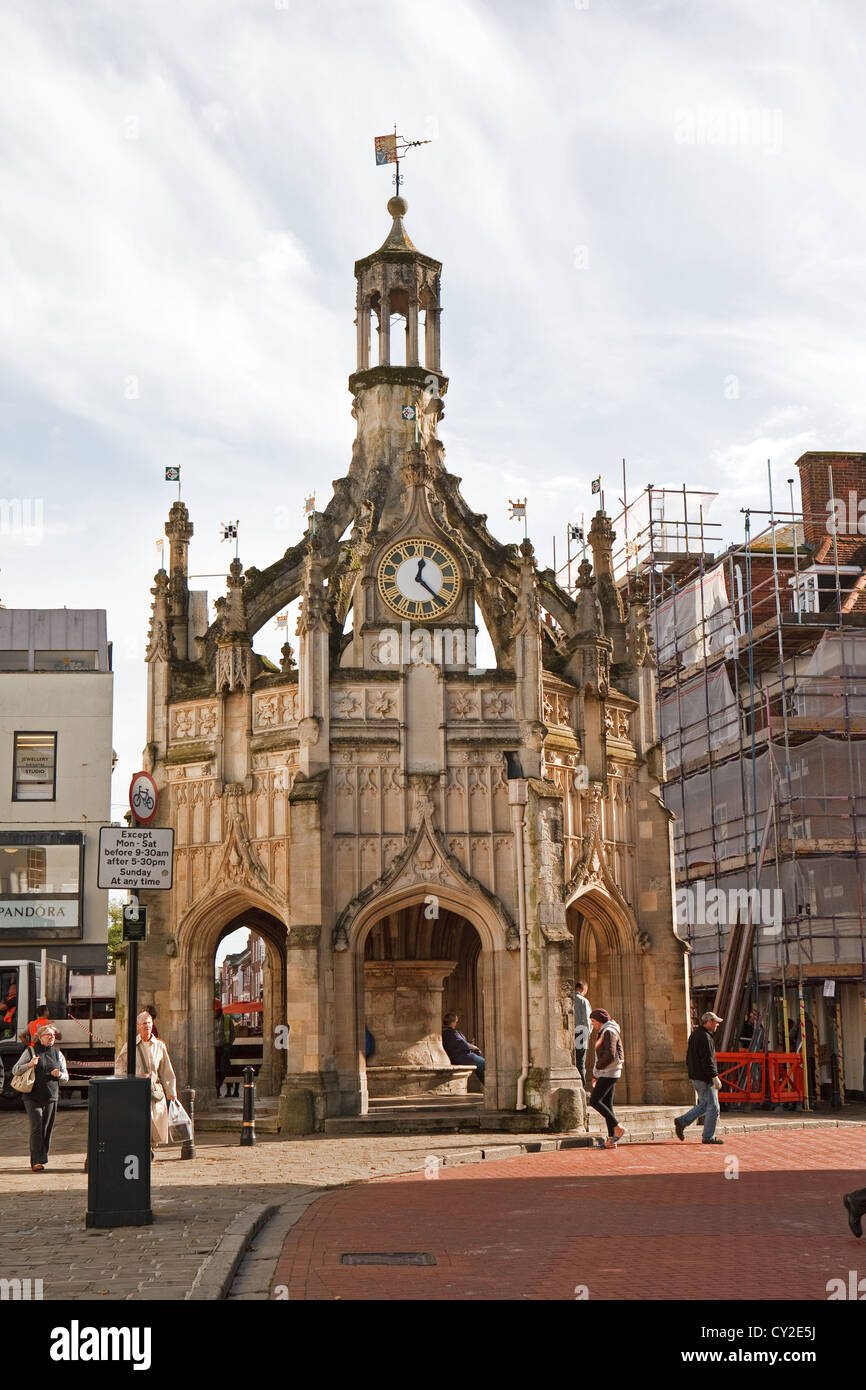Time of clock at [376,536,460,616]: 12:22
